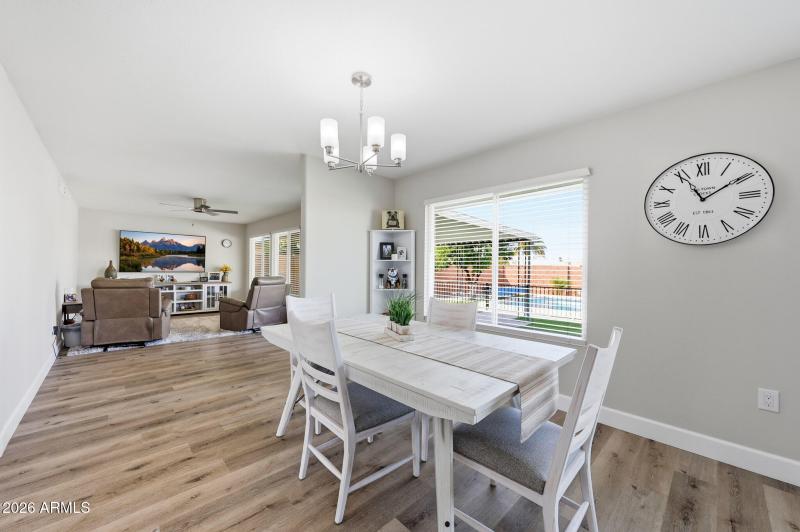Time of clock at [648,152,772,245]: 11:09
